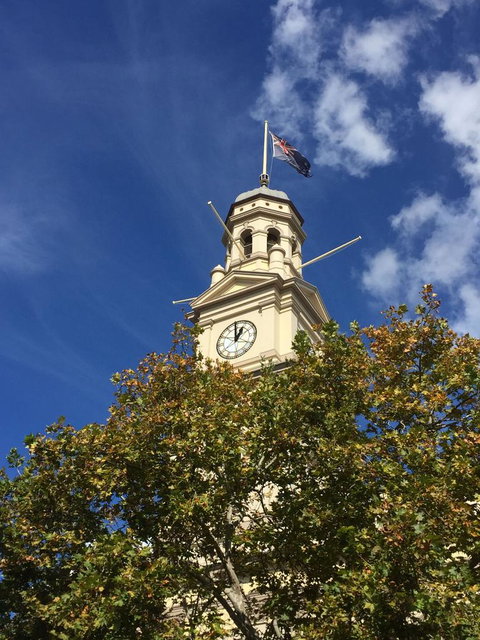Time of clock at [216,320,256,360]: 12:59
